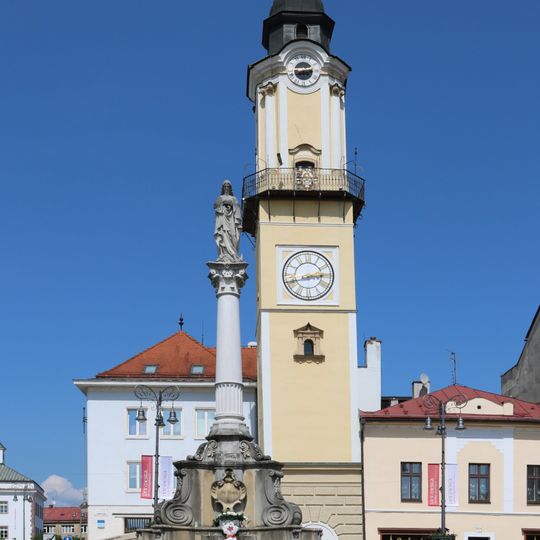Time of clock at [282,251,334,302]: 2:41
